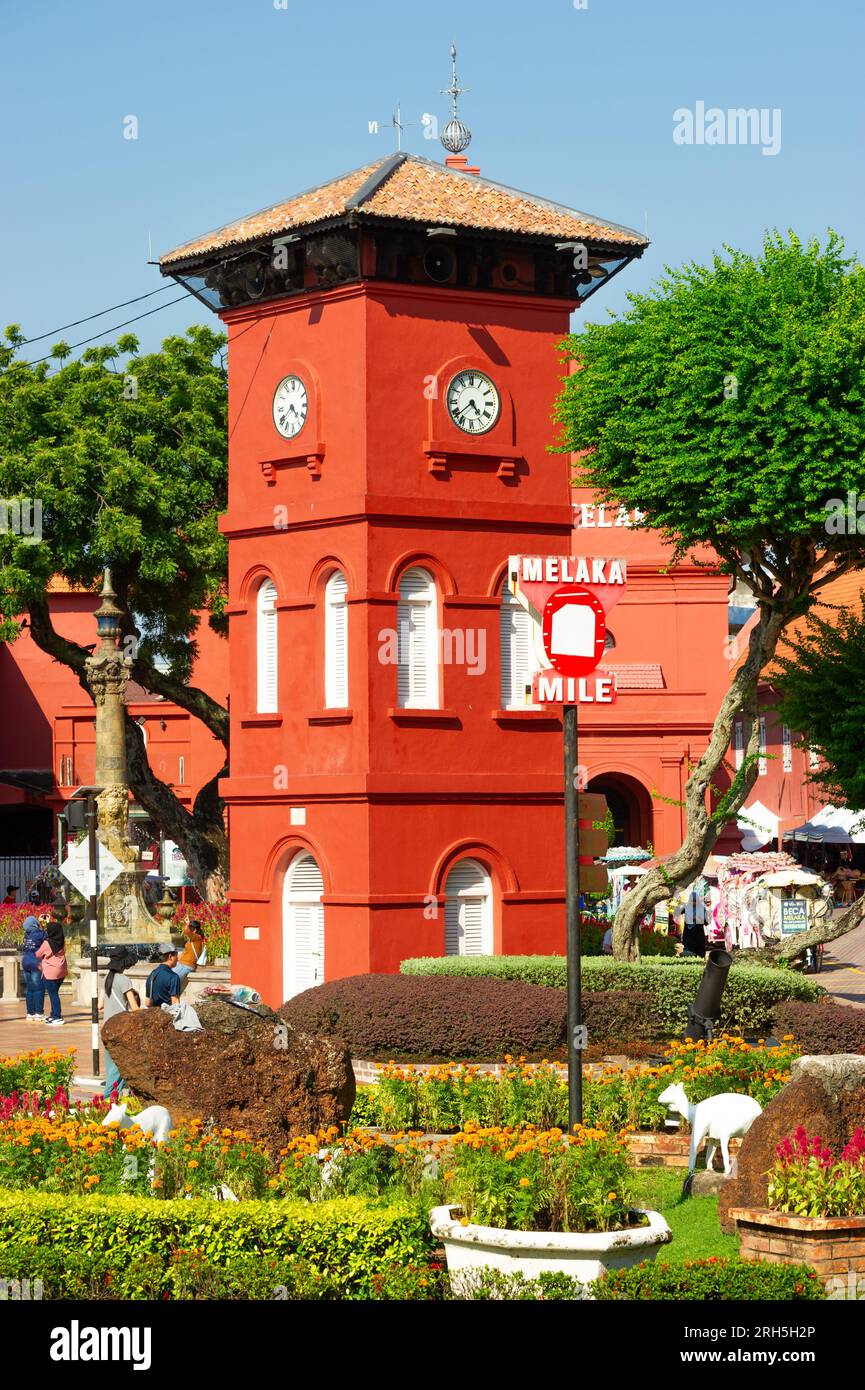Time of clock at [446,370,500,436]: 4:38
